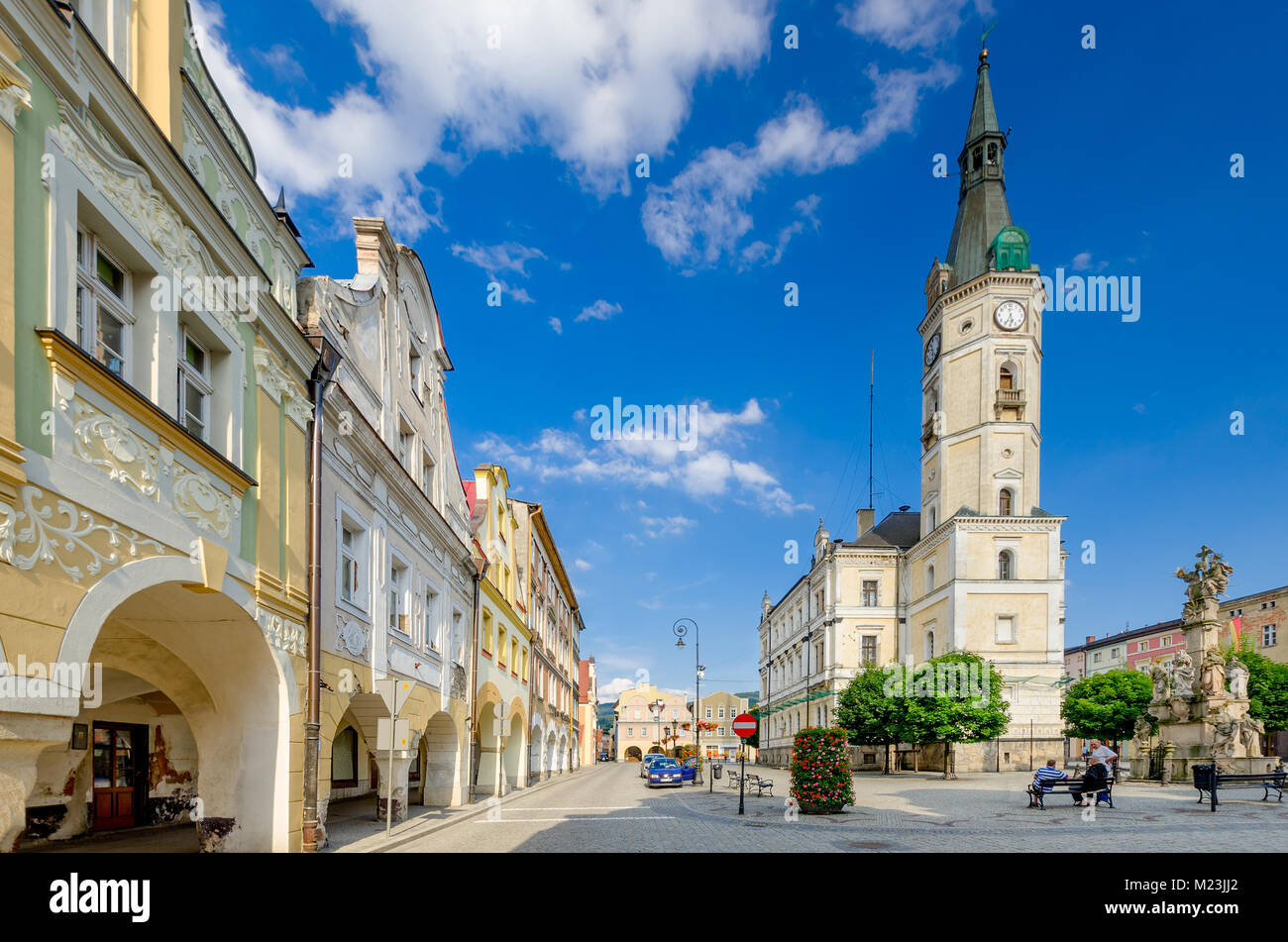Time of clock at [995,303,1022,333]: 5:34
